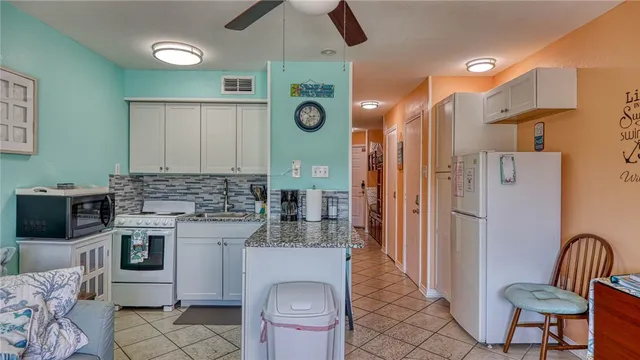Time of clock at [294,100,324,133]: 2:50
